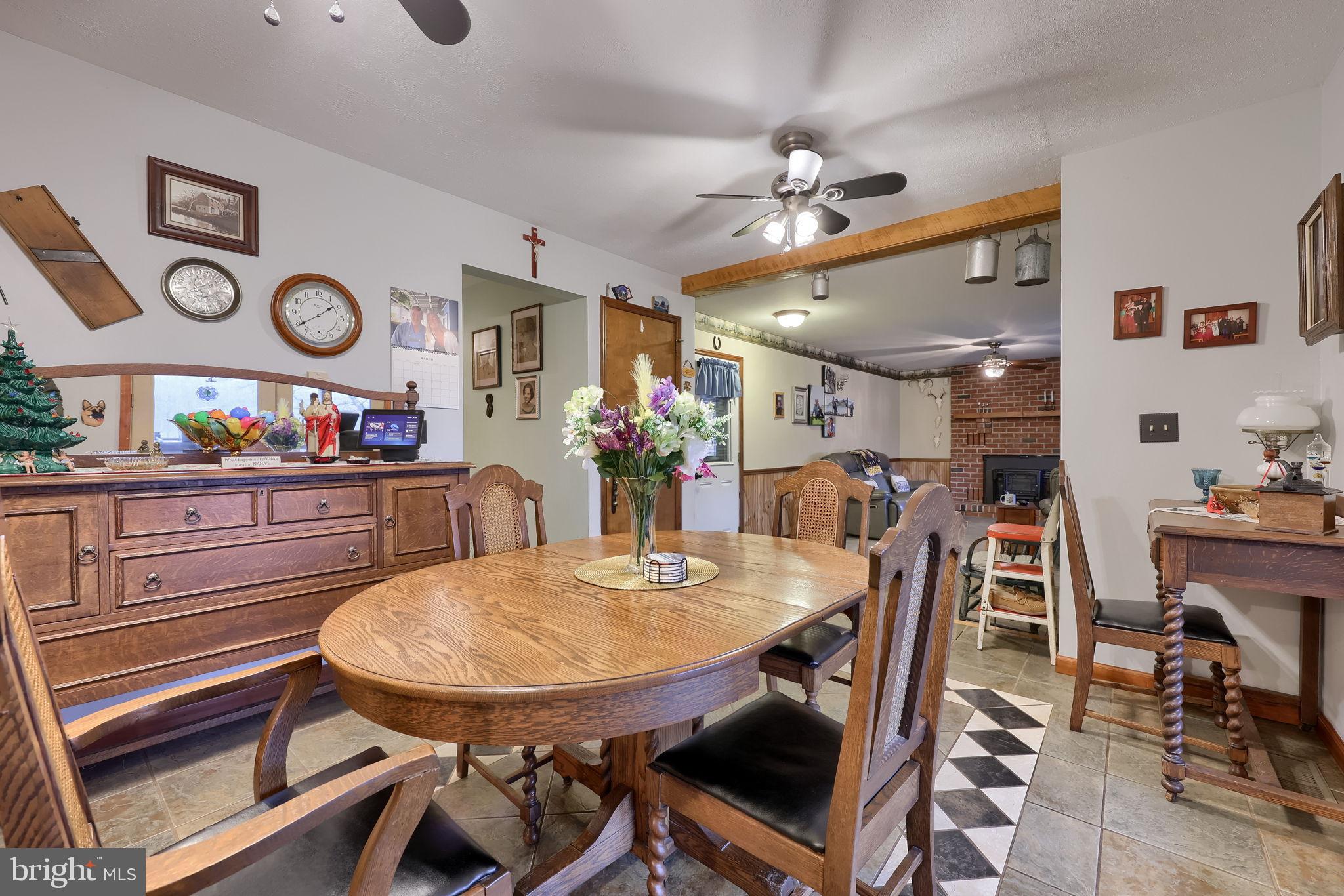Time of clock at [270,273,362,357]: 1:39
